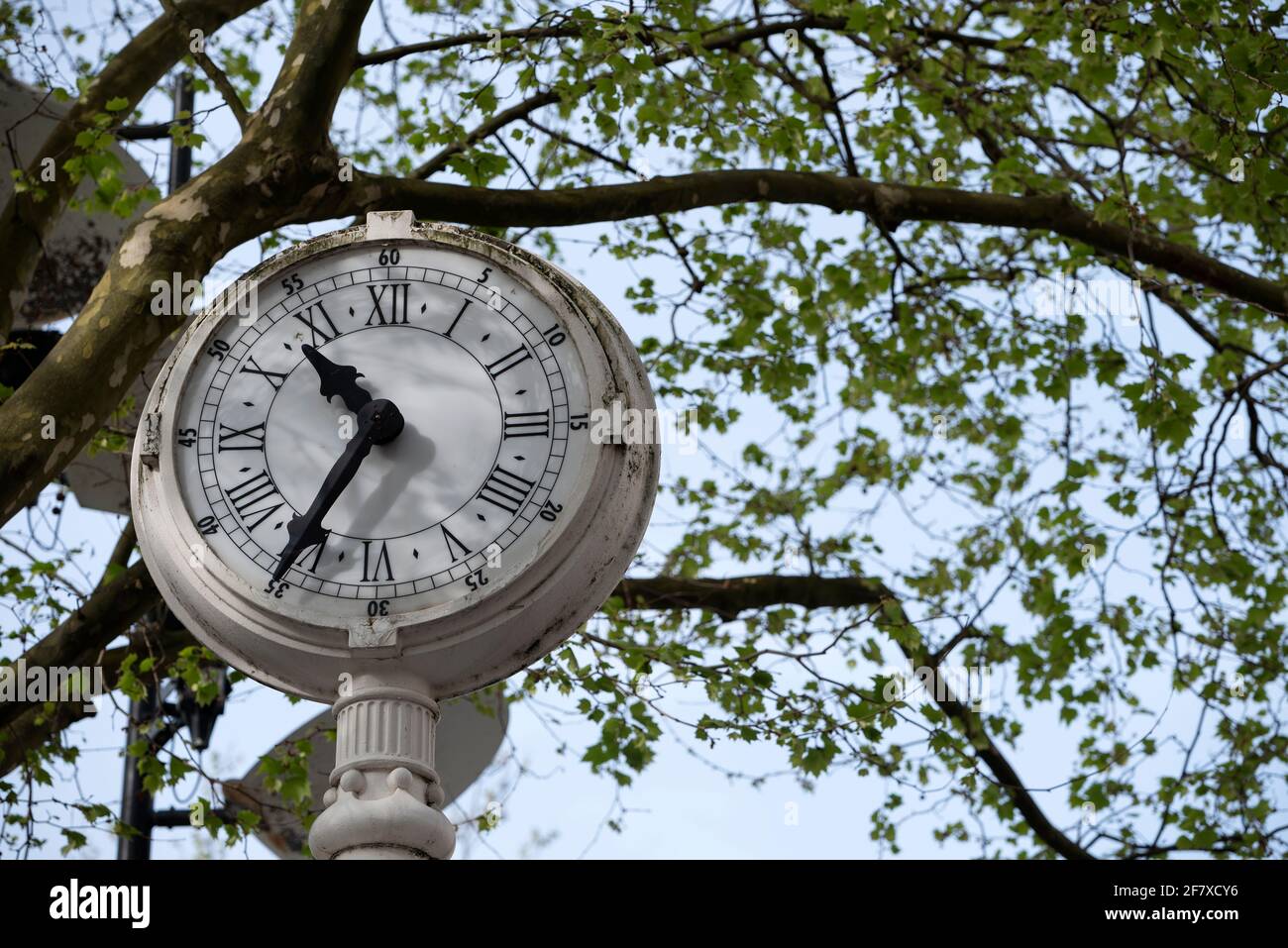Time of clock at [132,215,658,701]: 10:35
